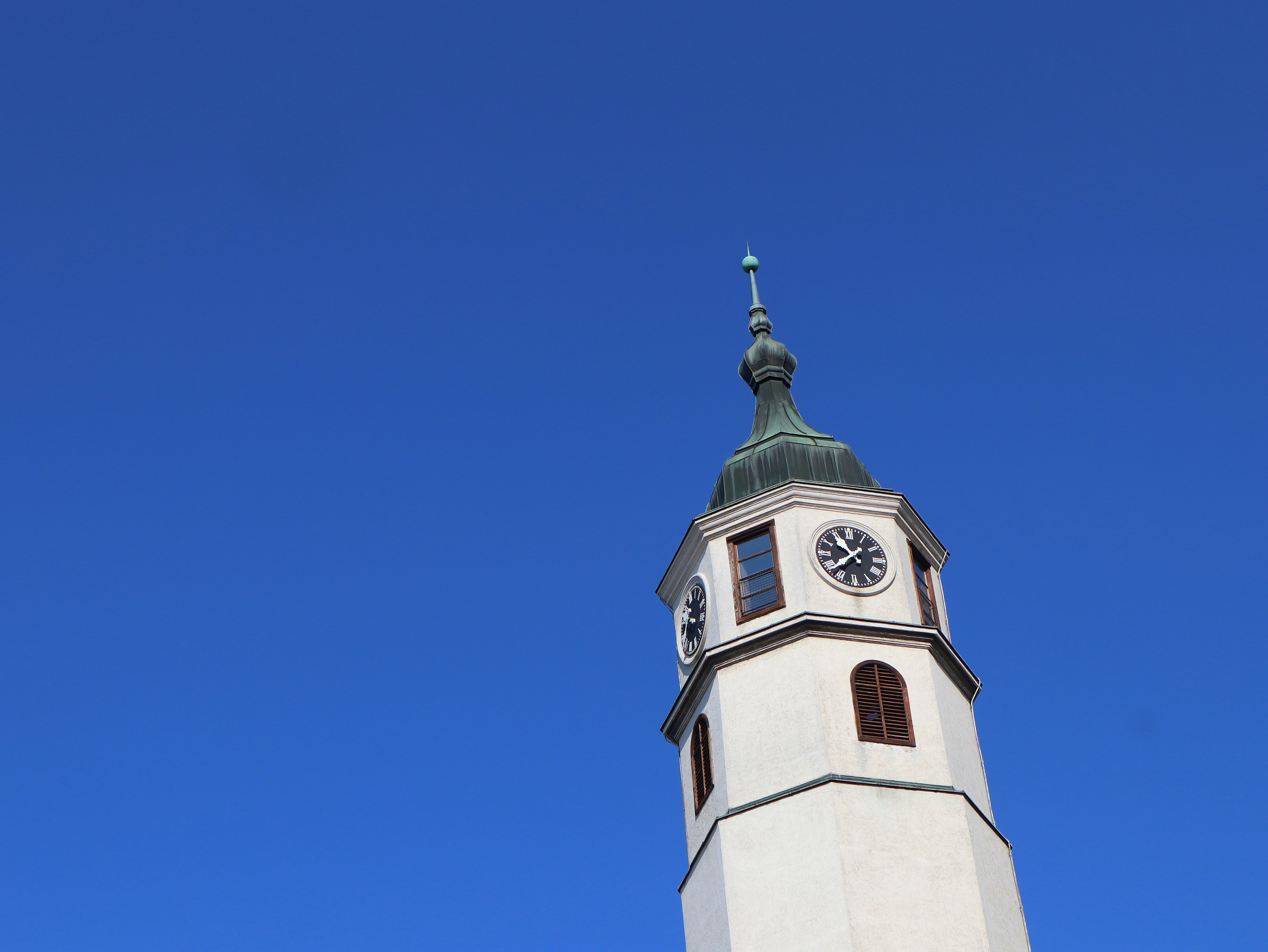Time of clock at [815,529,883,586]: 10:37
